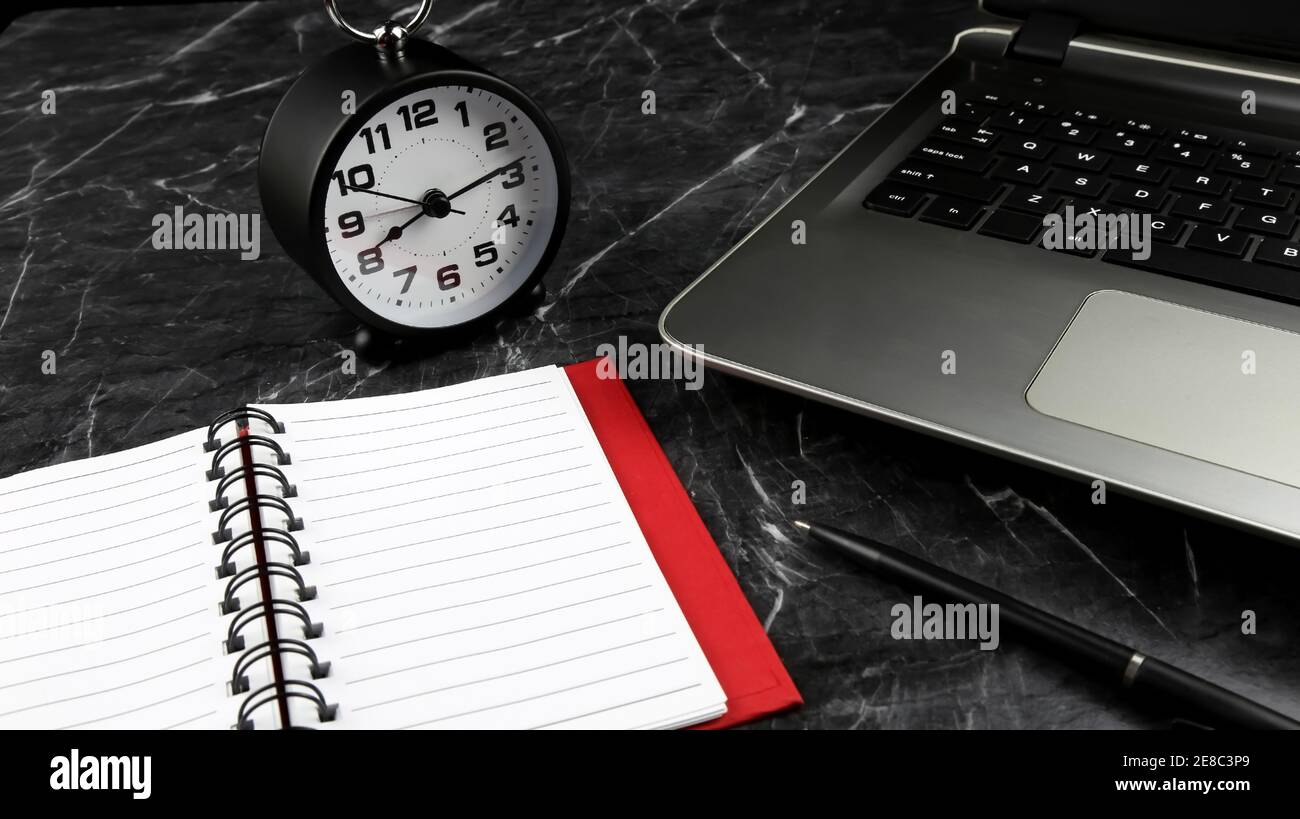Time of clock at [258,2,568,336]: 8:13
